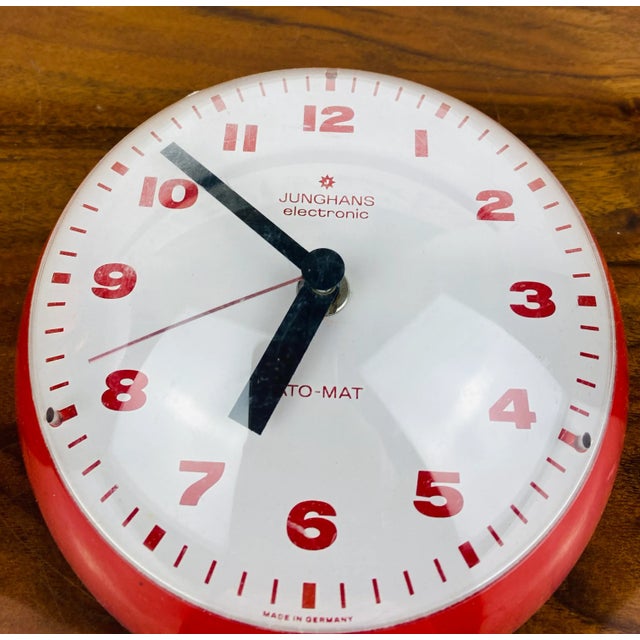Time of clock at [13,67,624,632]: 6:51
